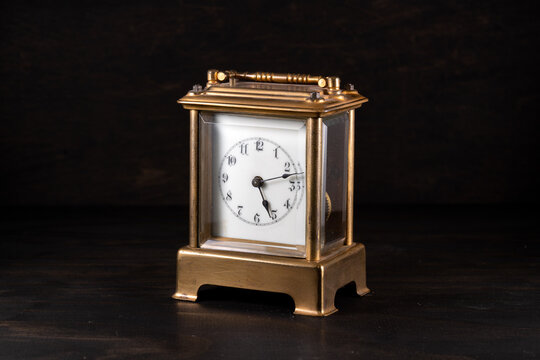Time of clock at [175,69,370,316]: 5:12
